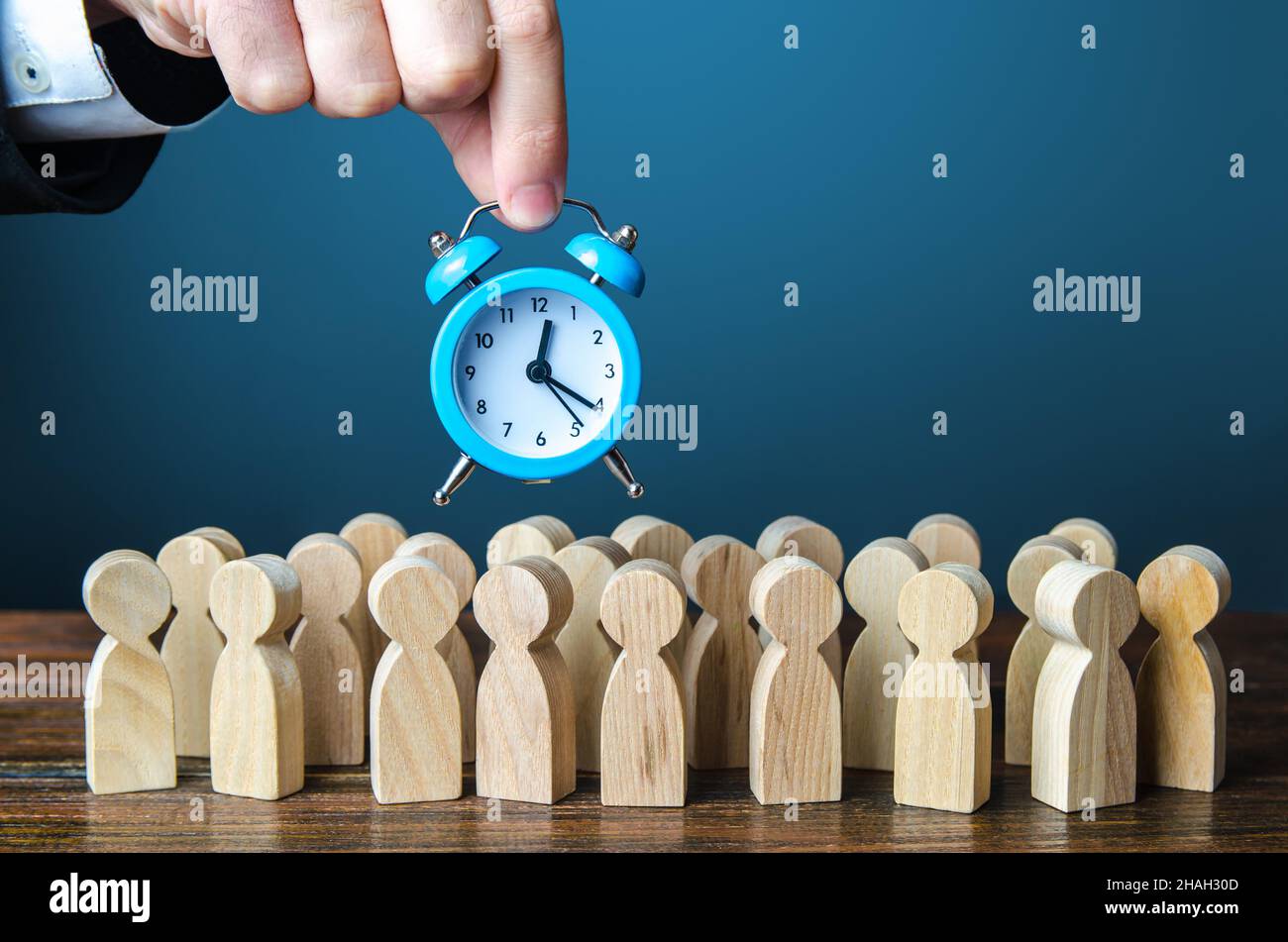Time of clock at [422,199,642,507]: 12:20
